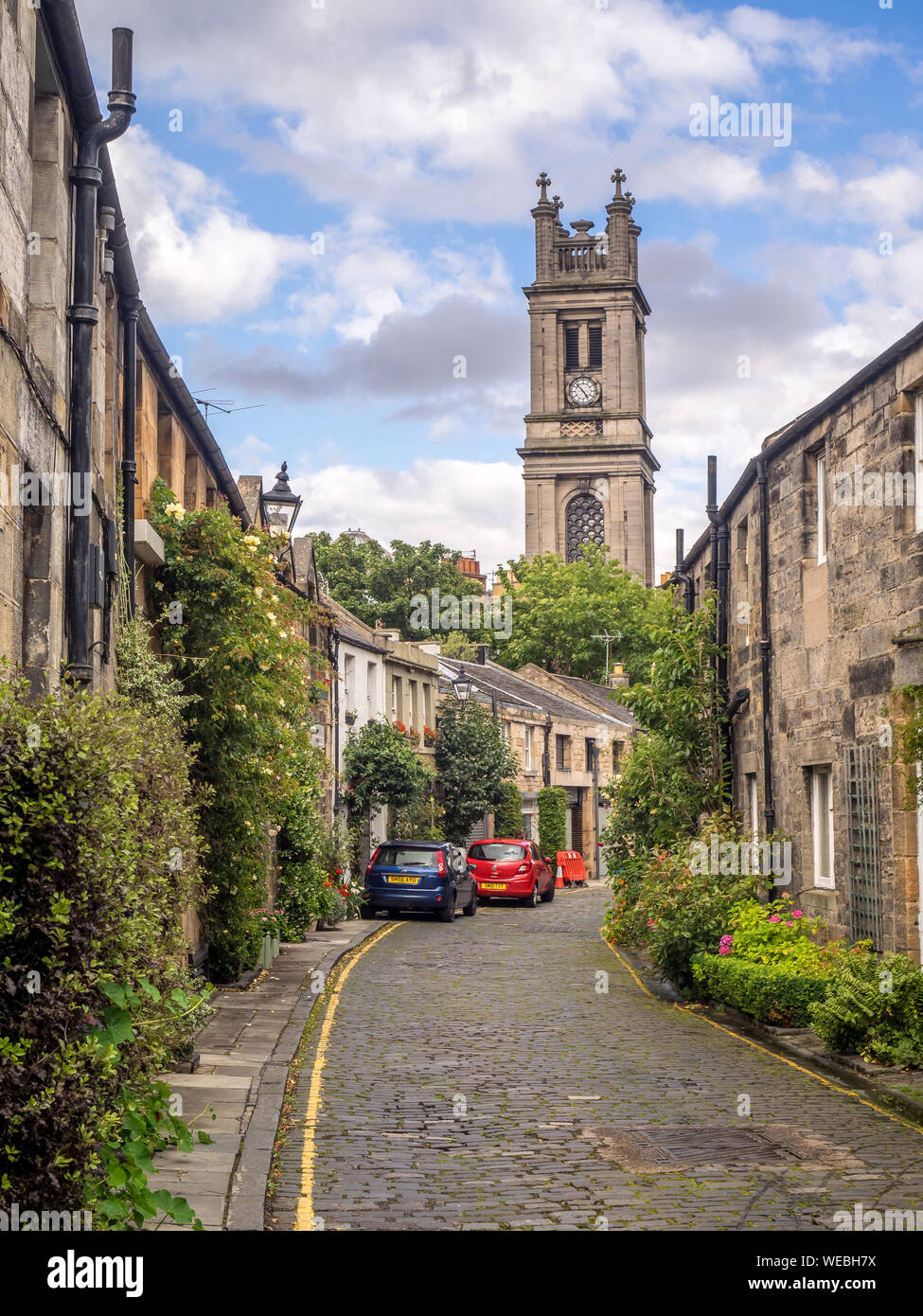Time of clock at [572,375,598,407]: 4:52
